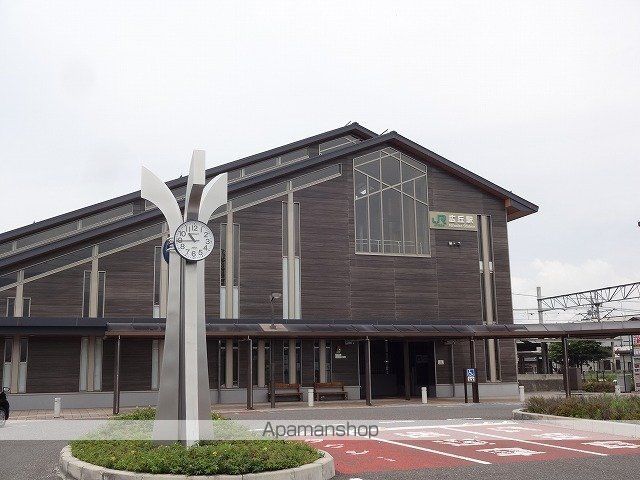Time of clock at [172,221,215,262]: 10:44
